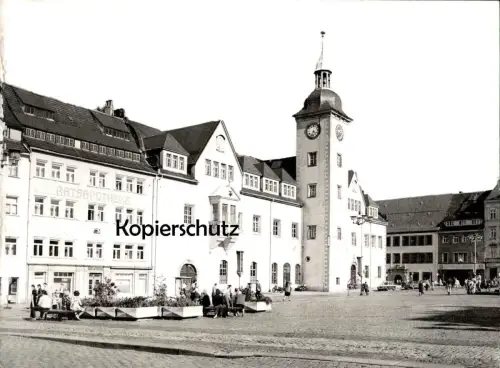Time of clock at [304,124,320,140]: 4:33
